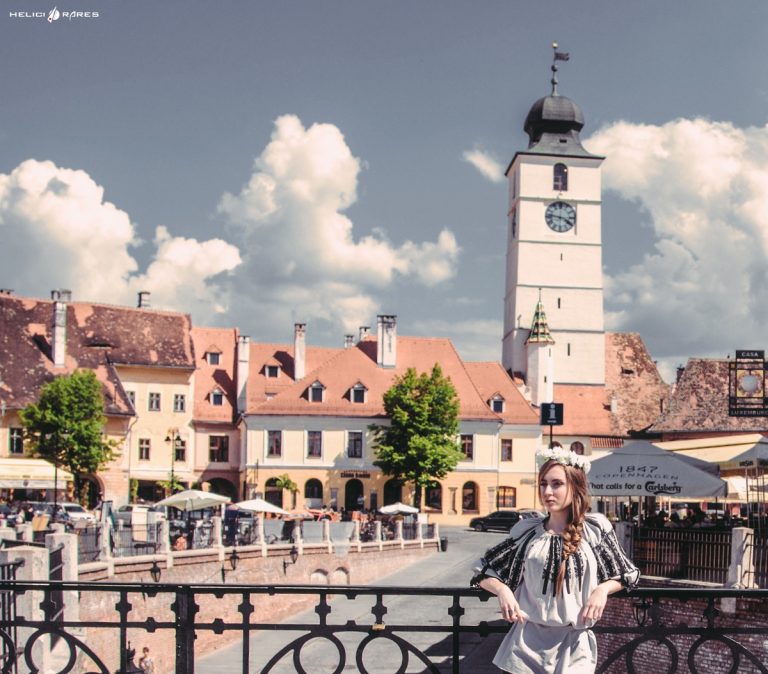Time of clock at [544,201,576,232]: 3:46
